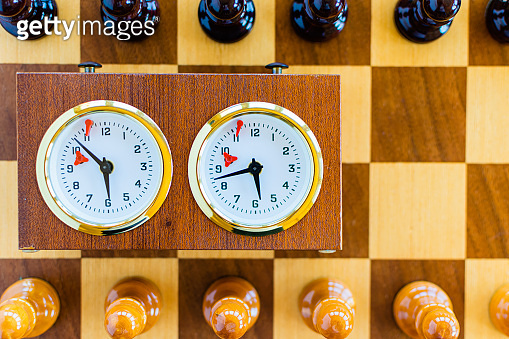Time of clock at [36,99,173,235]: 5:51
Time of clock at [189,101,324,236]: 5:42
